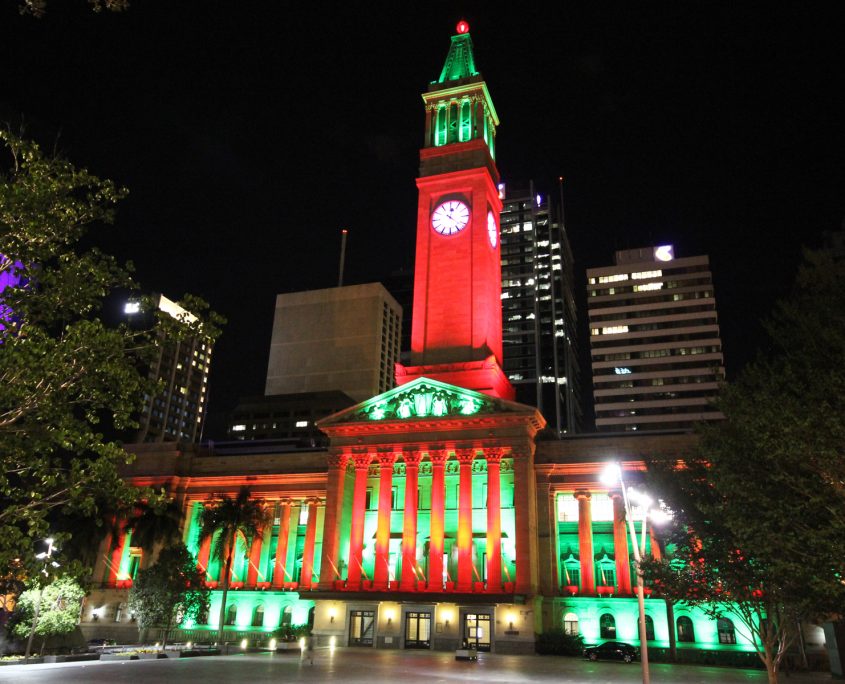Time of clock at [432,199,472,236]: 12:22
